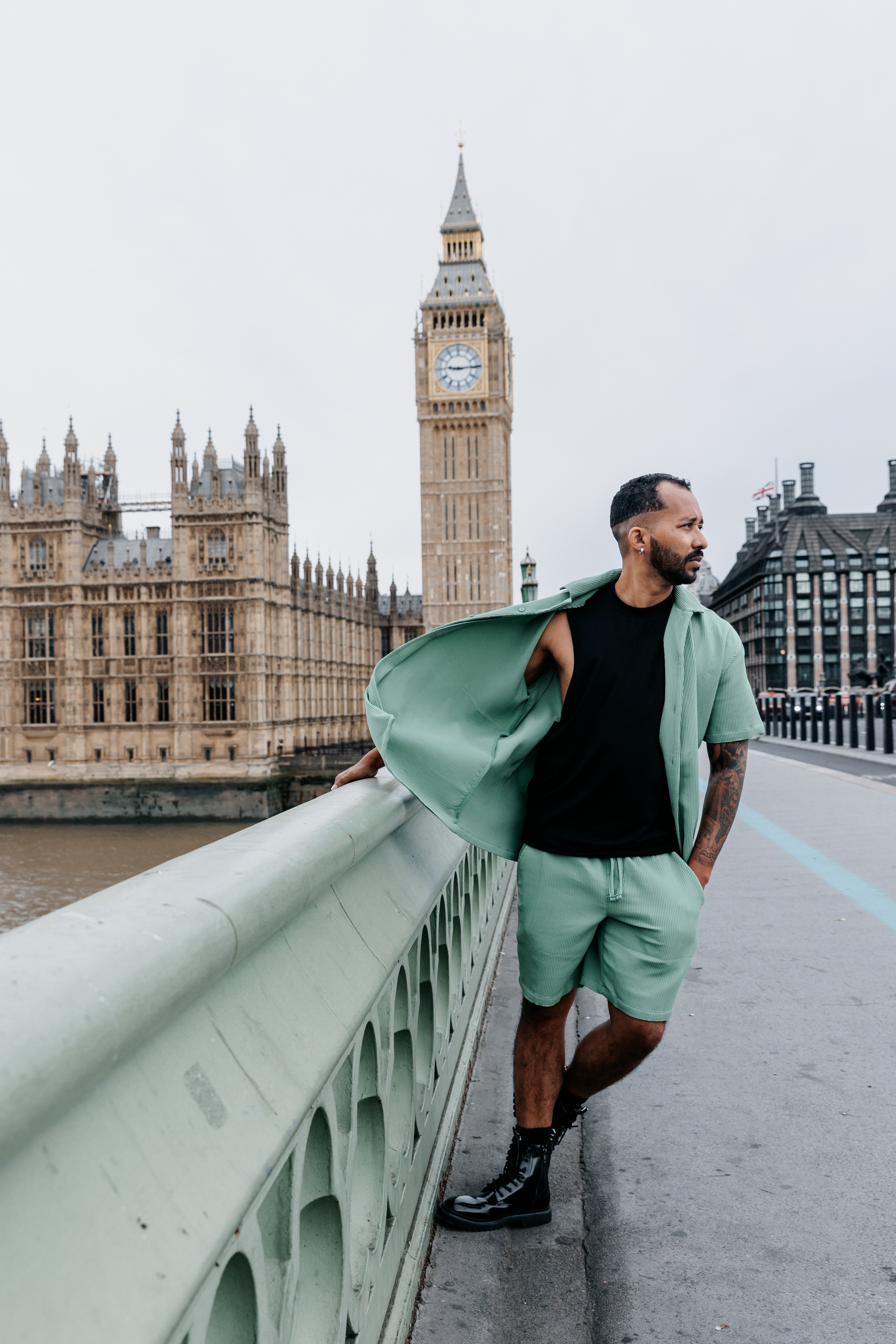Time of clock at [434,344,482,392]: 9:14
